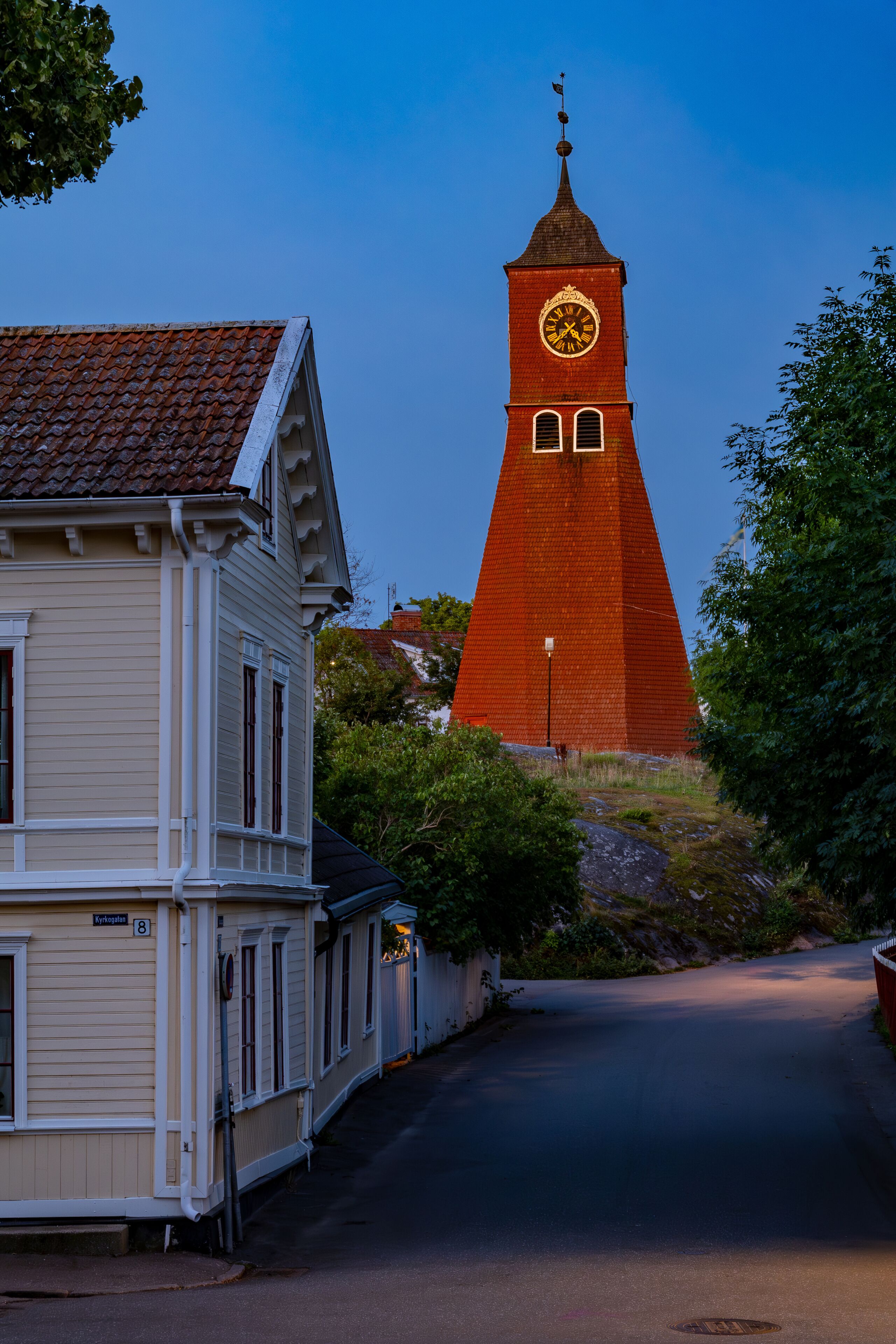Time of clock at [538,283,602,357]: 4:37
